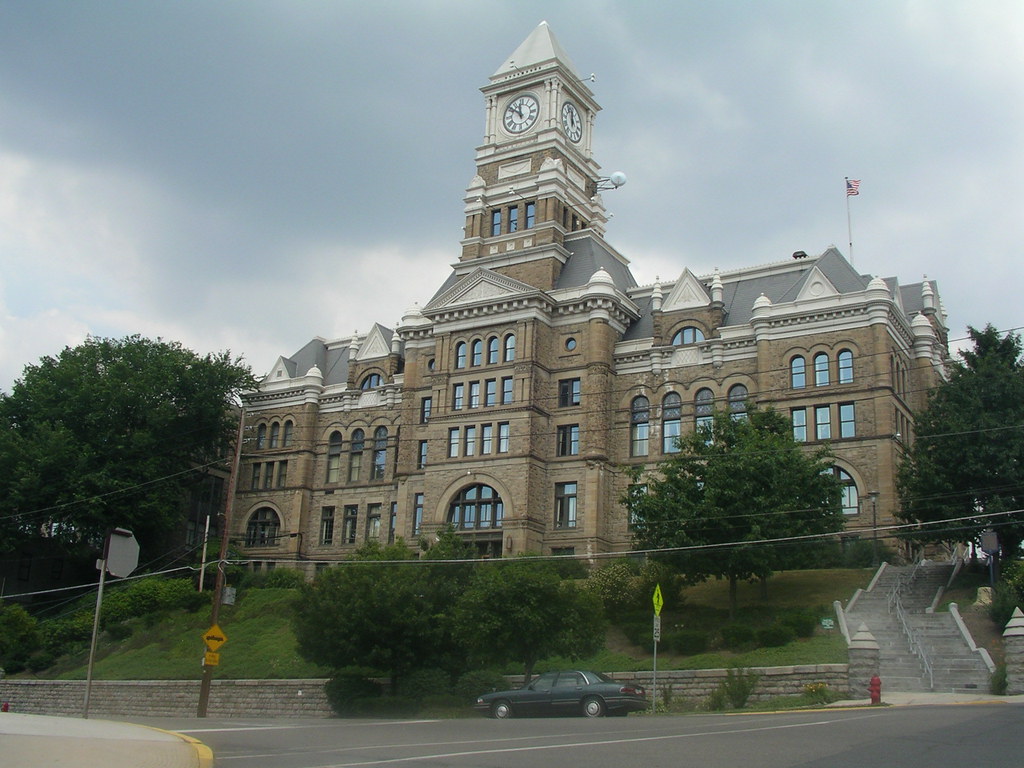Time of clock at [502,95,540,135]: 11:51
